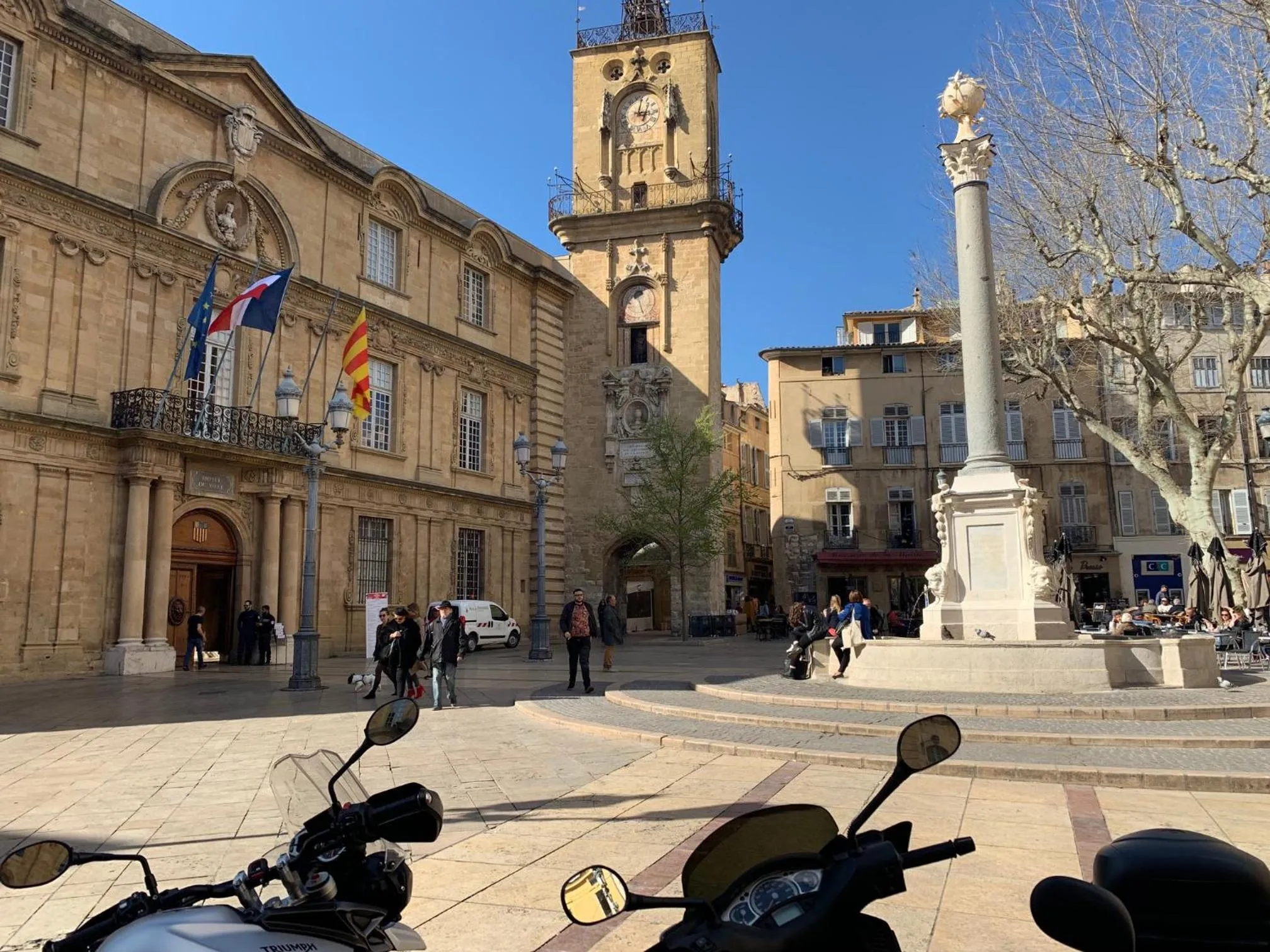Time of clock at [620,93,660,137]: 3:01
